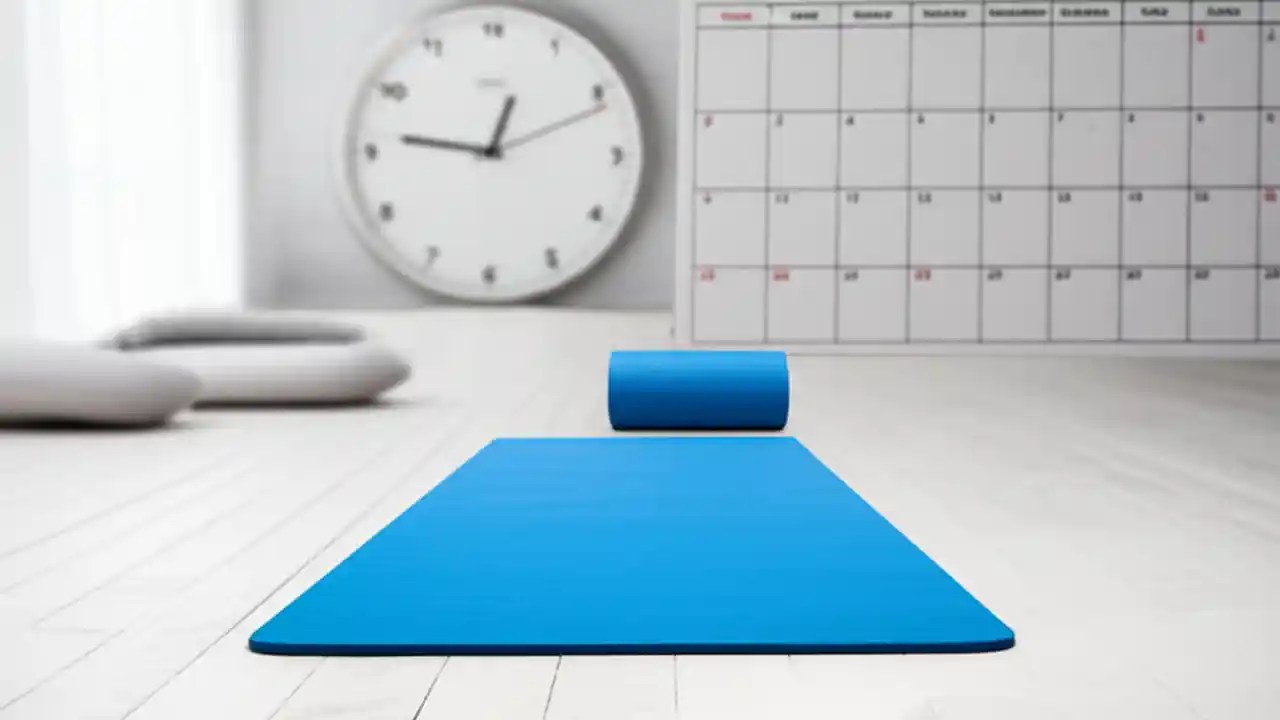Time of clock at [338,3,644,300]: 12:46
